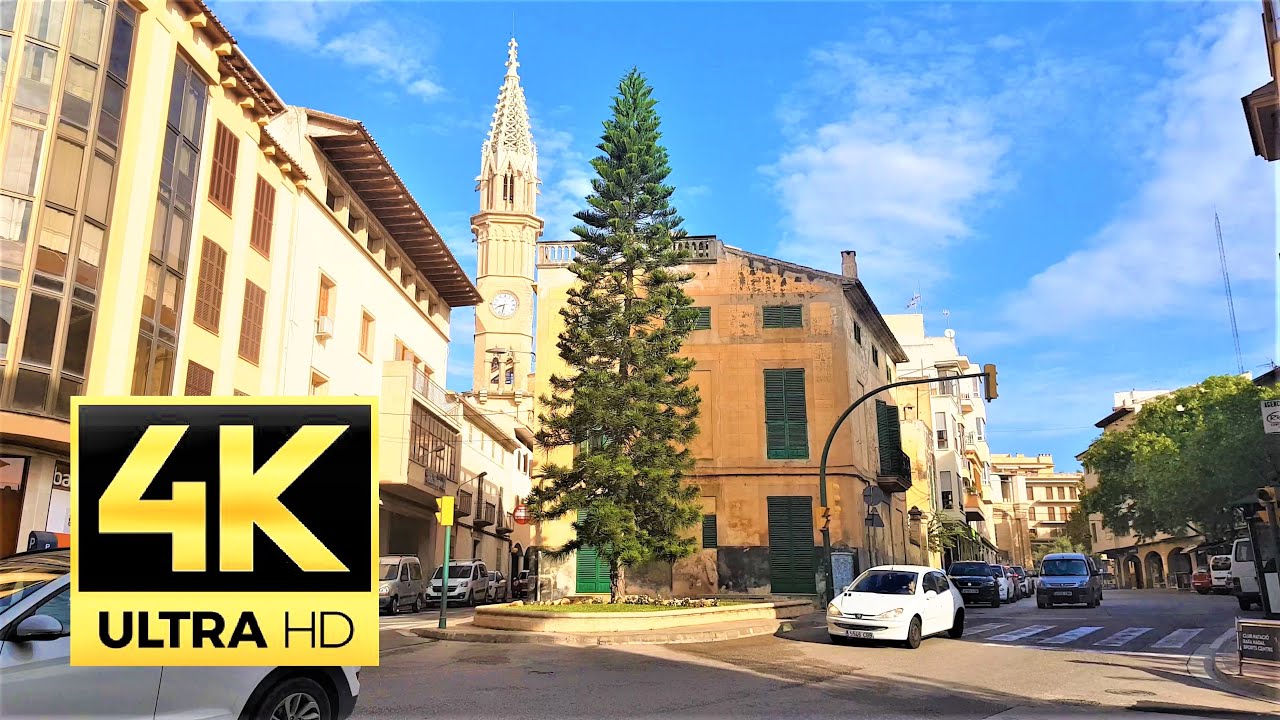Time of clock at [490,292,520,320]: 8:32
